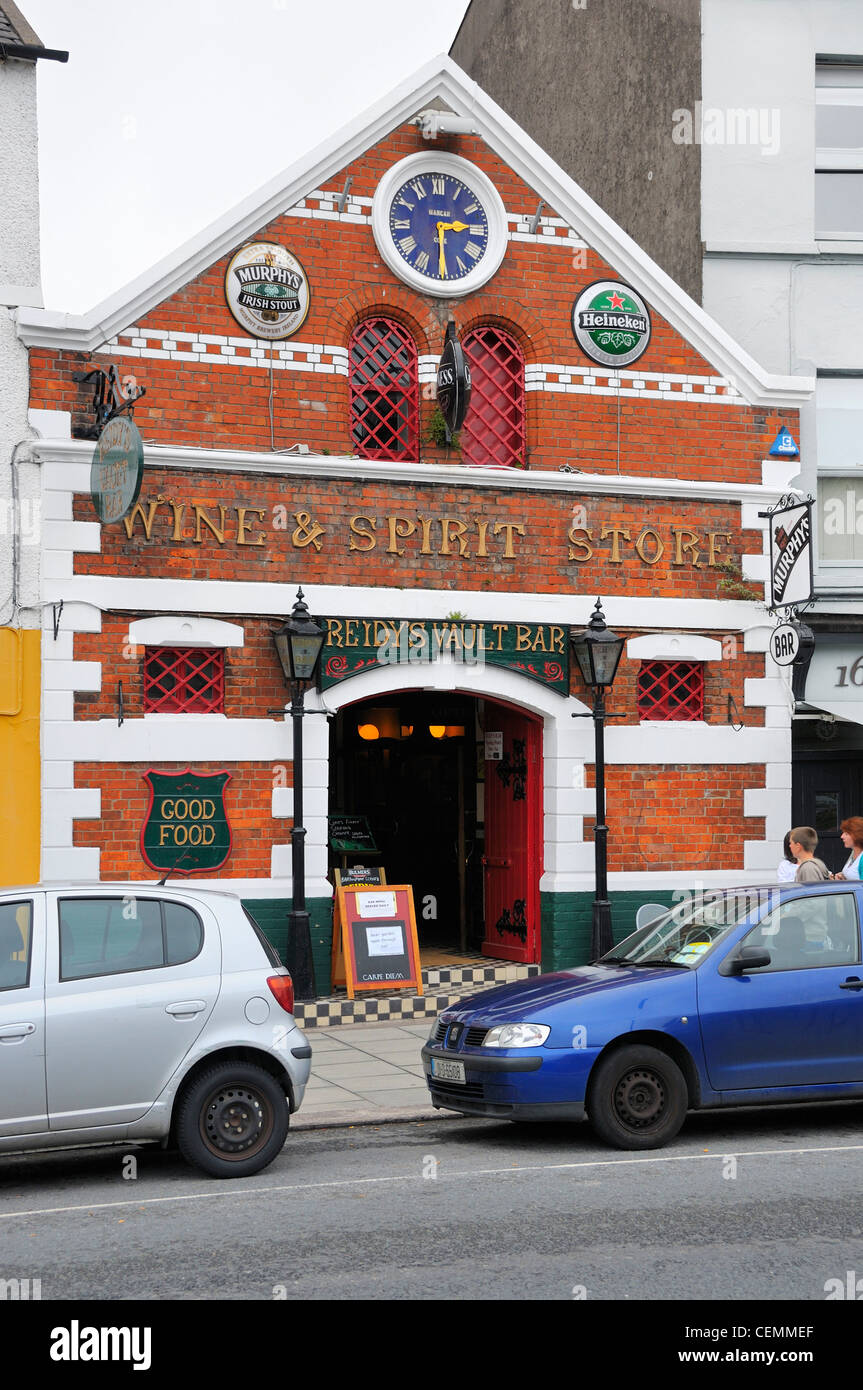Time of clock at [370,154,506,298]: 2:29
